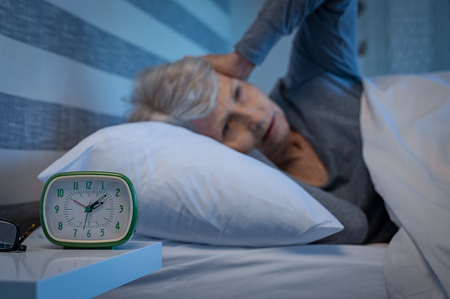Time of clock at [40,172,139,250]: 2:08
